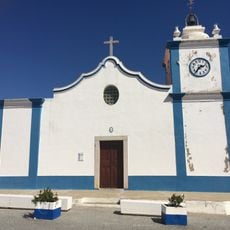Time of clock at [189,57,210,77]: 2:36
